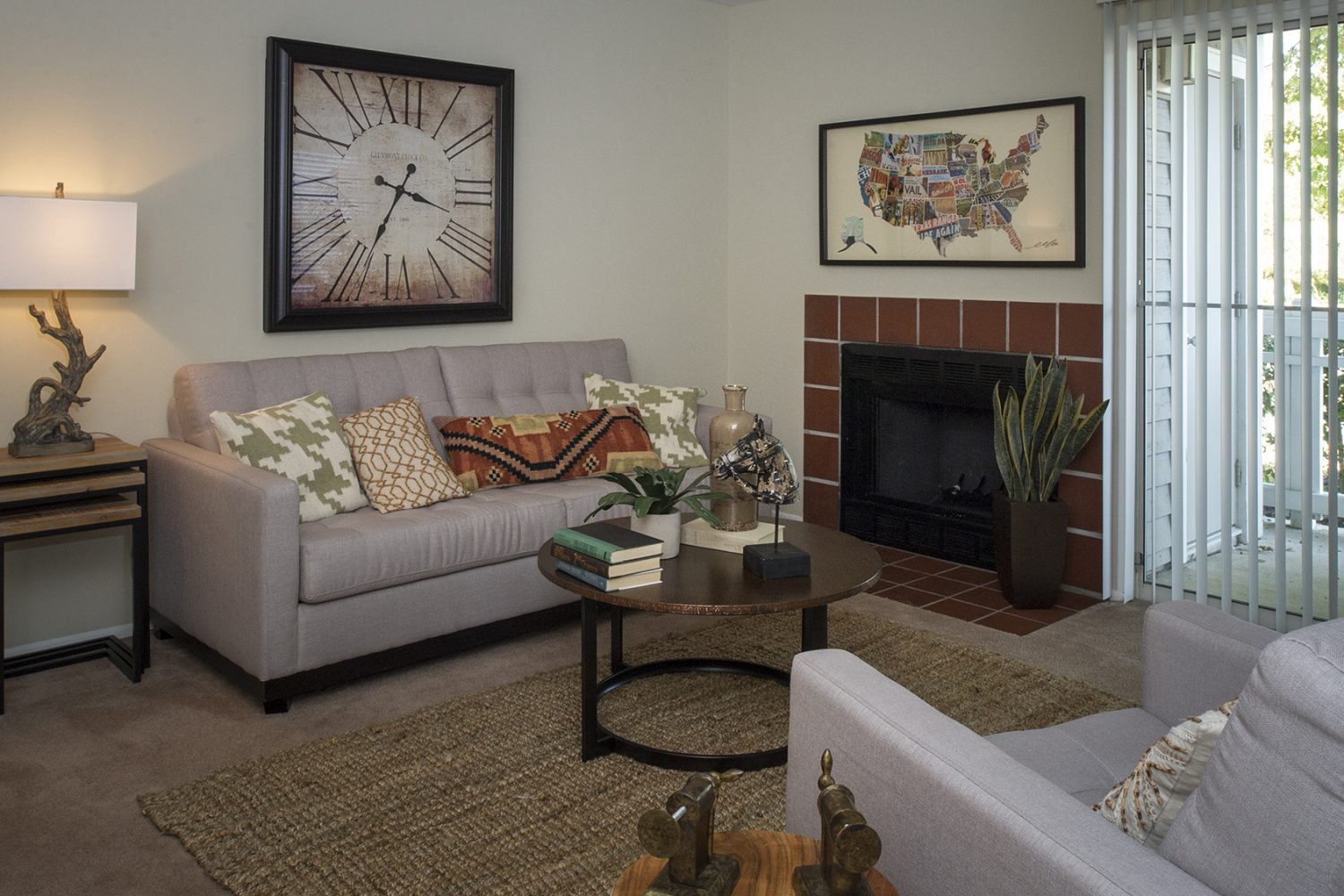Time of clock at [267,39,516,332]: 3:34
